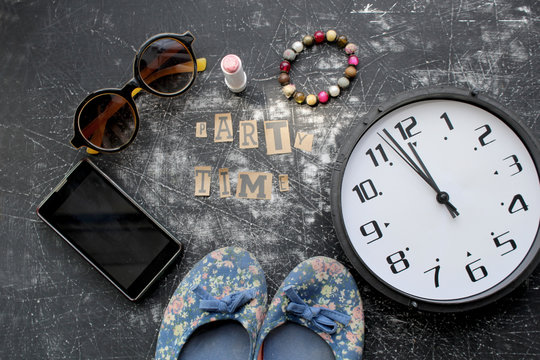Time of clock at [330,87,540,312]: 11:57
